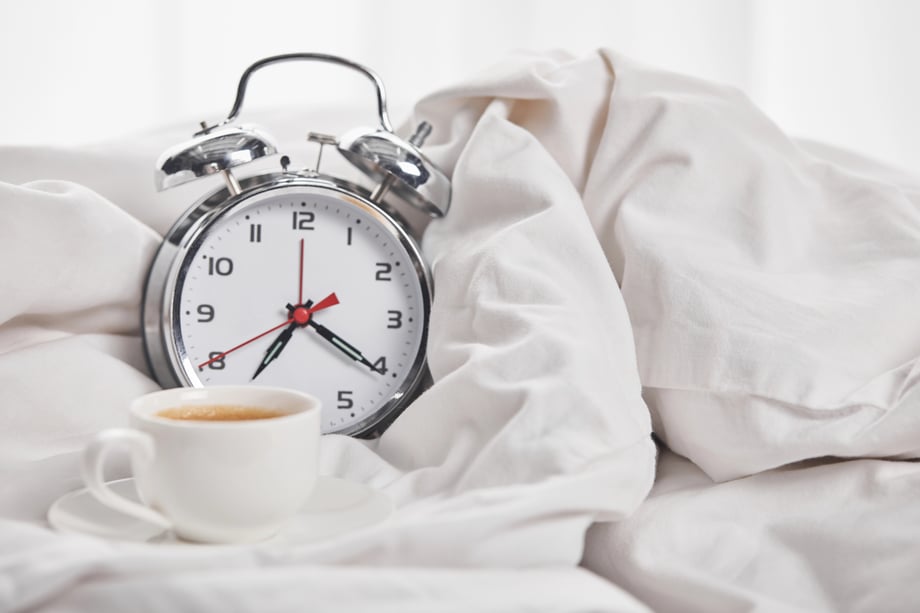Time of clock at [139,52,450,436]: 7:20
